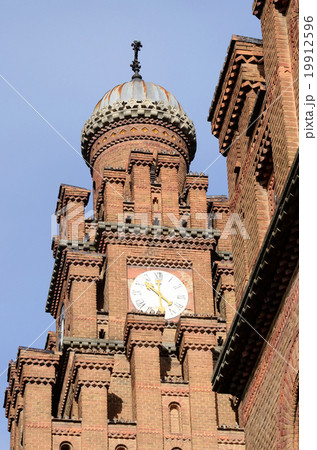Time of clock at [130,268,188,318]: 10:22
